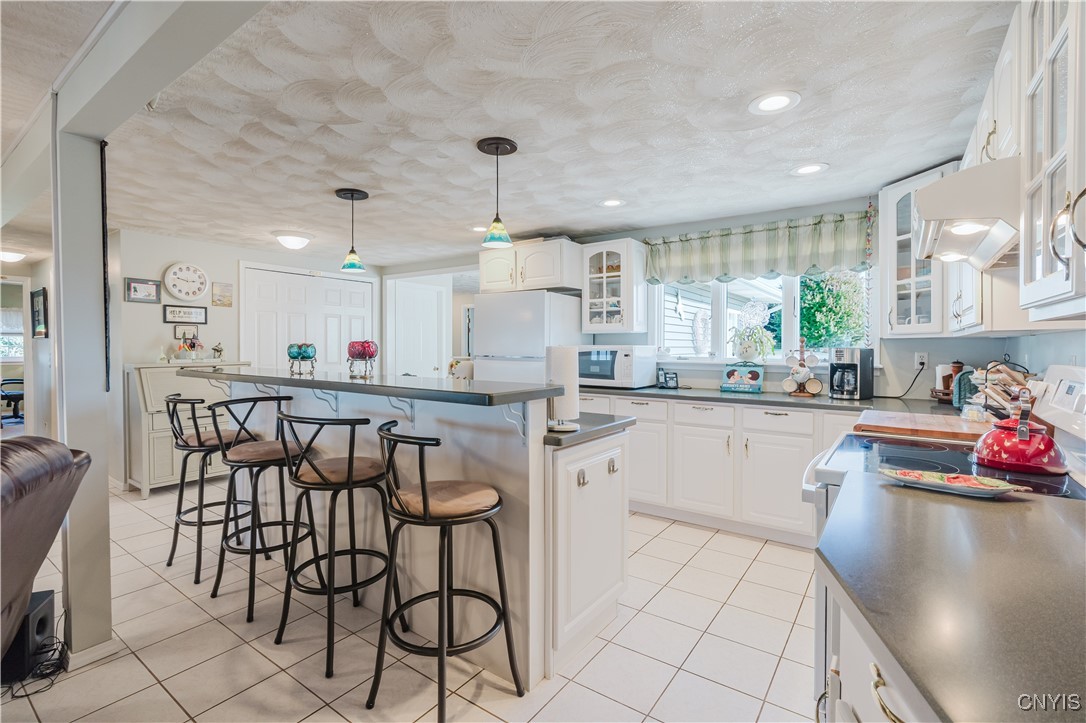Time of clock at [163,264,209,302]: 2:47
